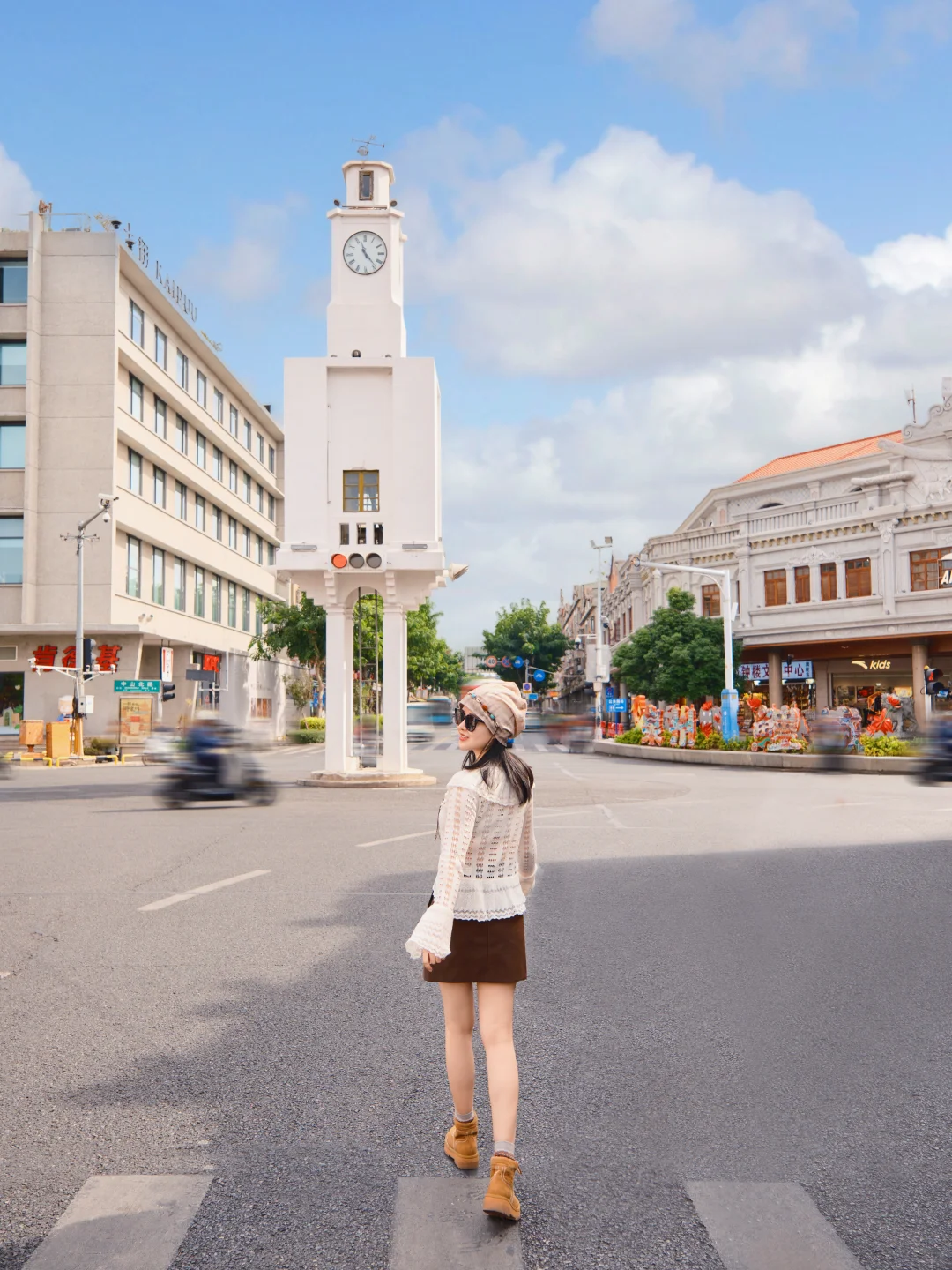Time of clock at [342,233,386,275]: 11:23
